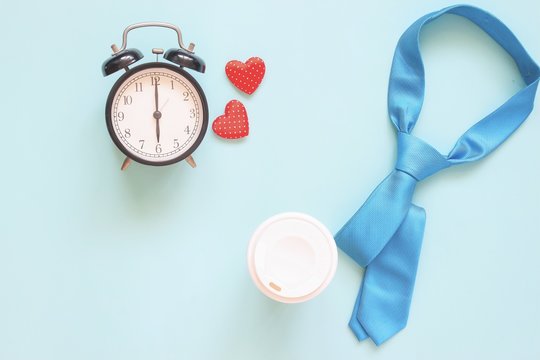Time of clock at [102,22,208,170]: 6:00
